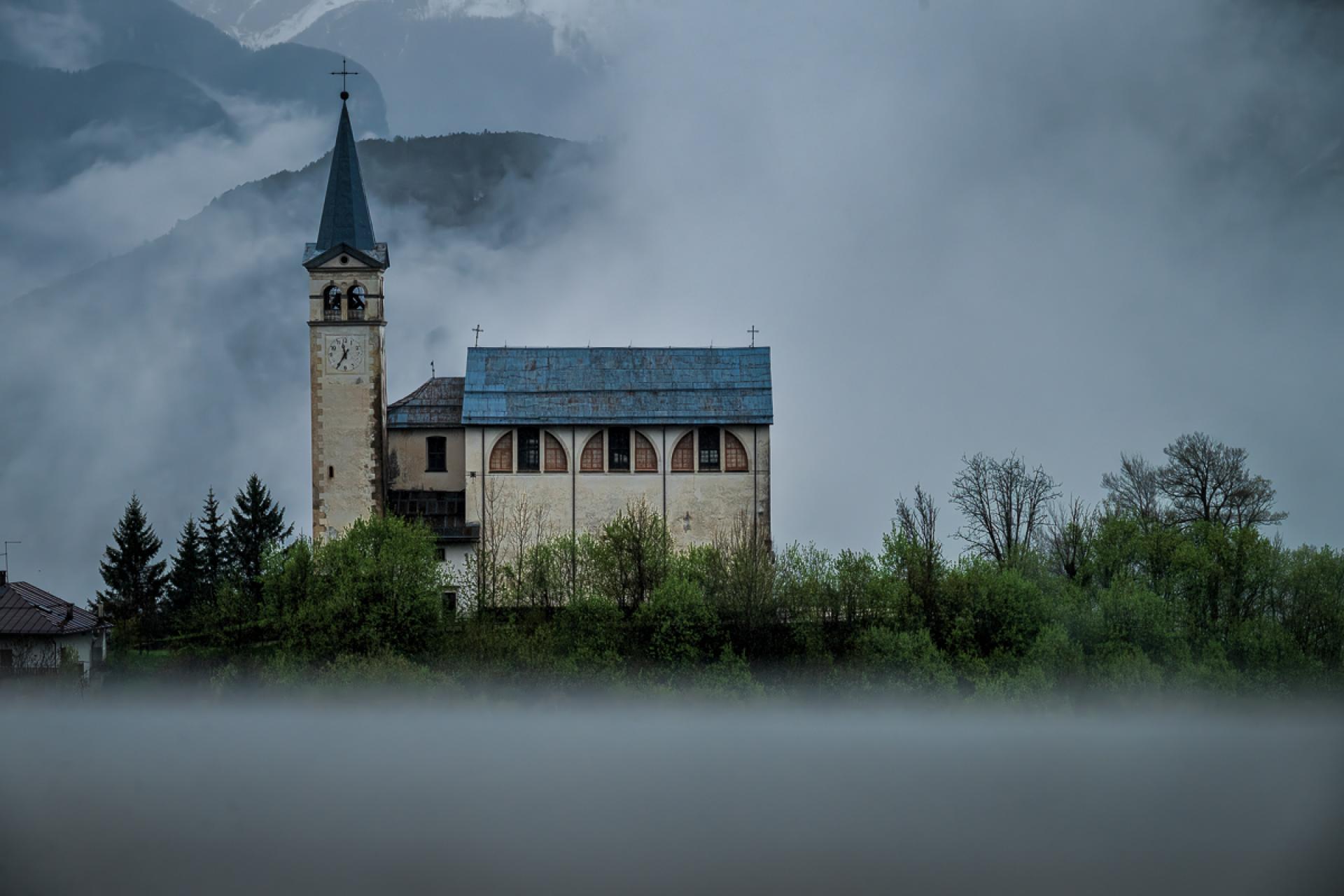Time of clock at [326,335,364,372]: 11:35
